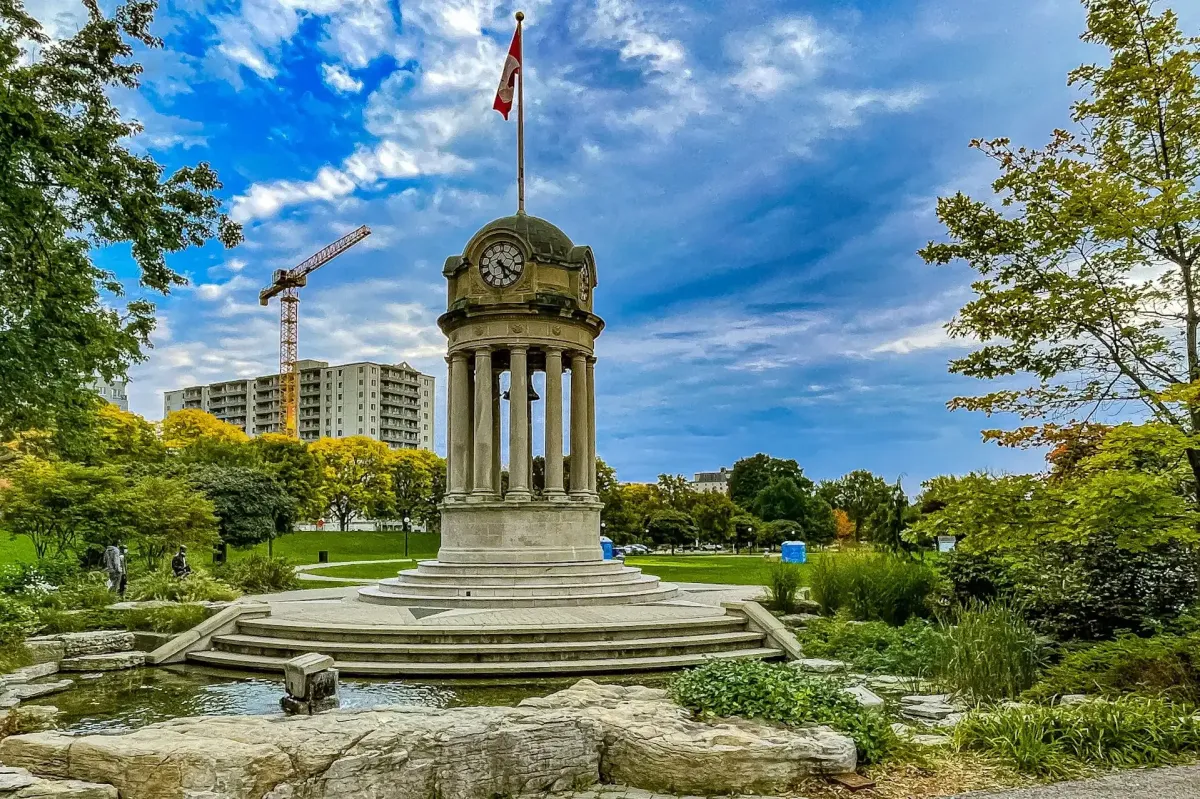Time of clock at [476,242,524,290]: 5:20
